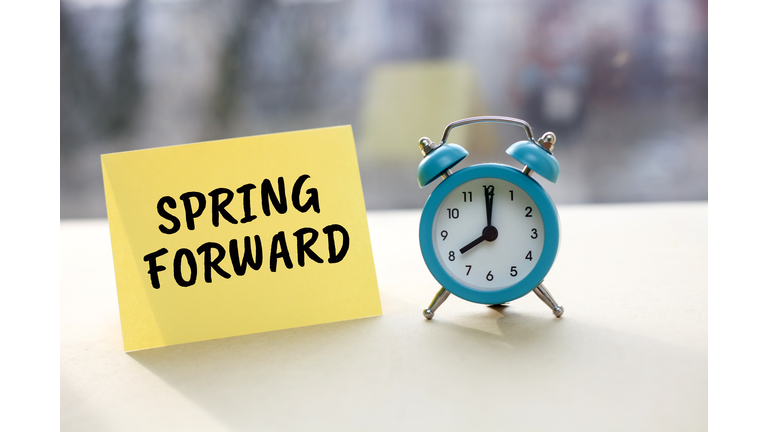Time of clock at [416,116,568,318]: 8:00
